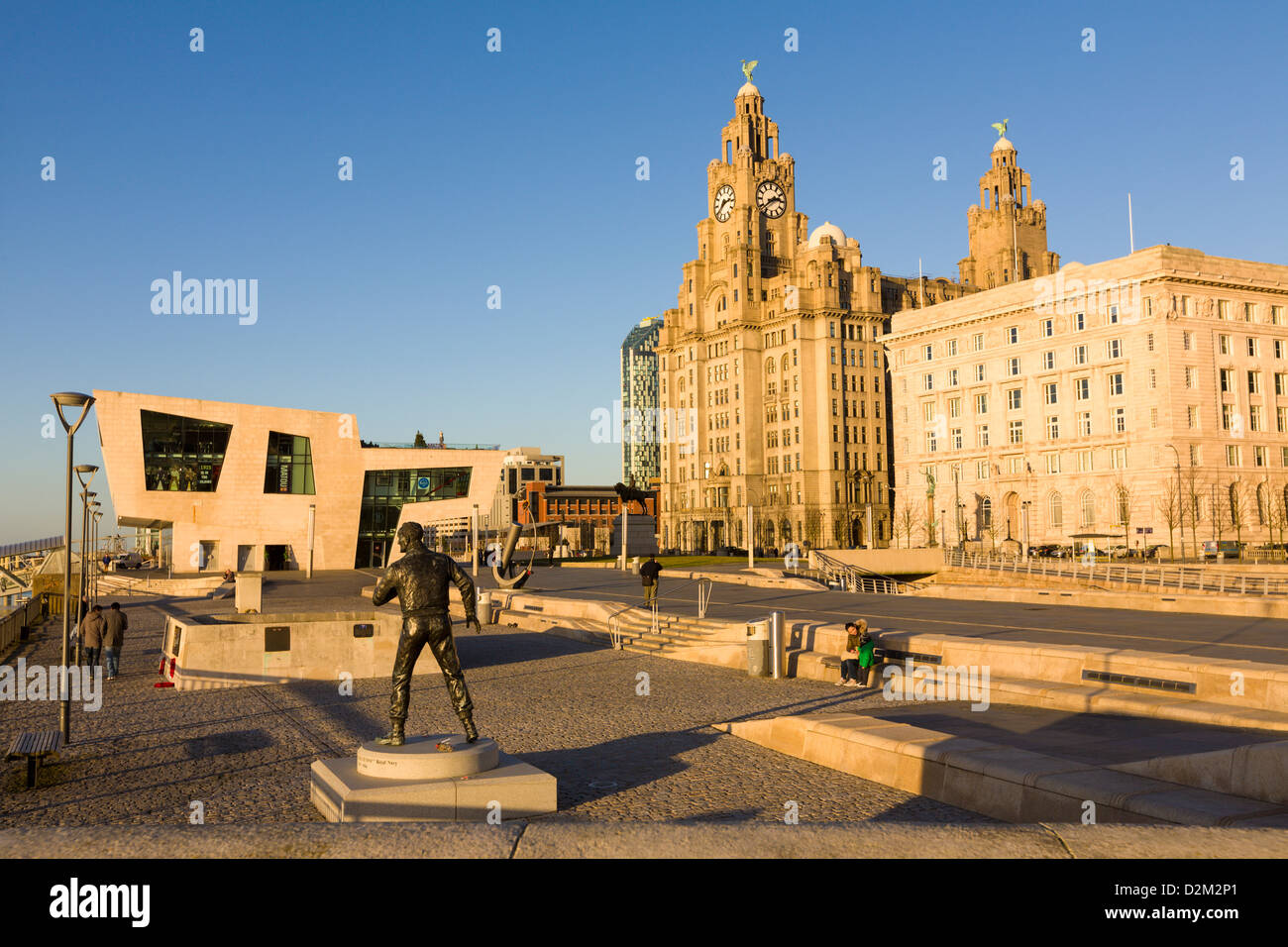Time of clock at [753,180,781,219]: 2:38
